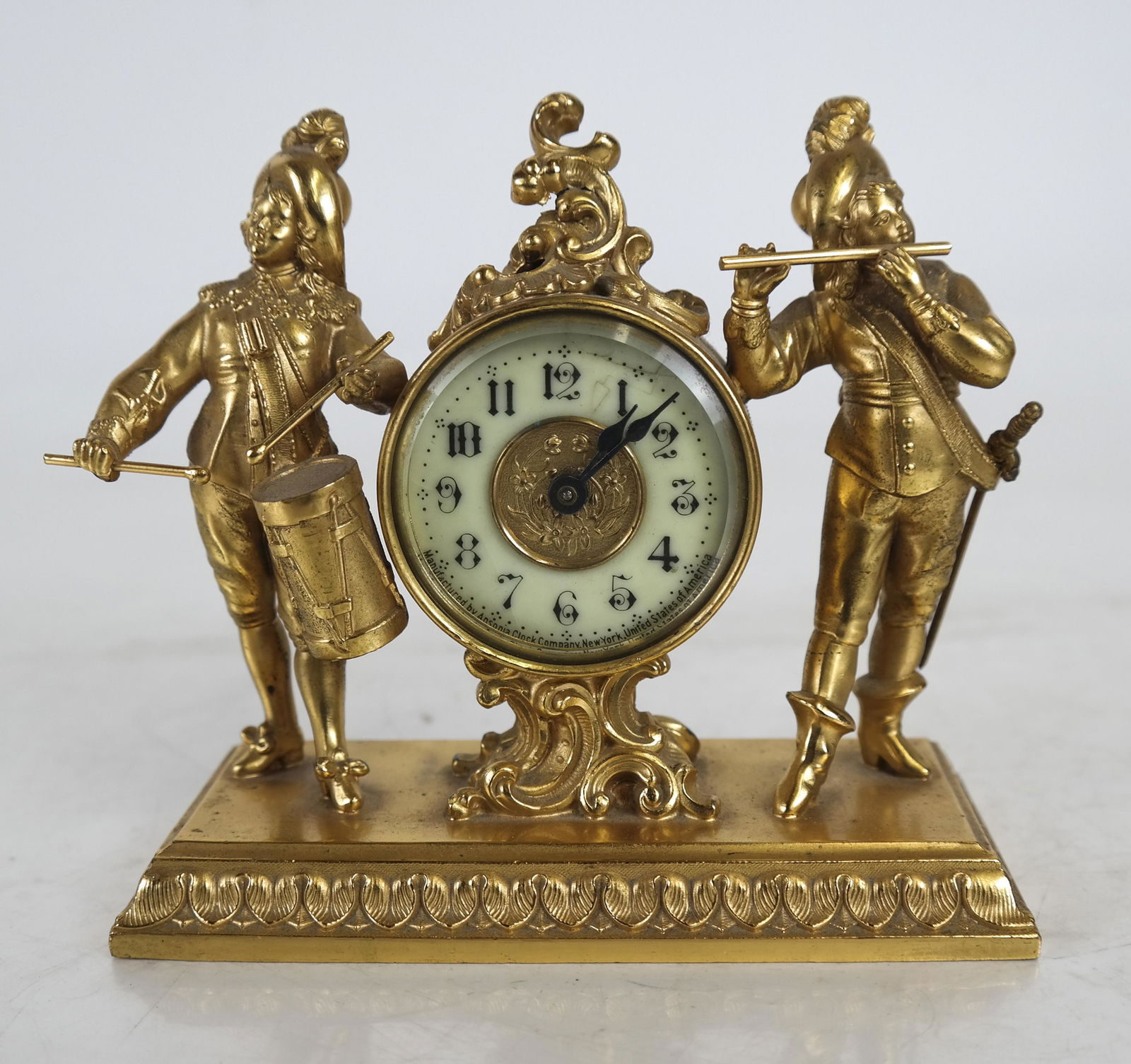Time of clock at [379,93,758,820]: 1:08
